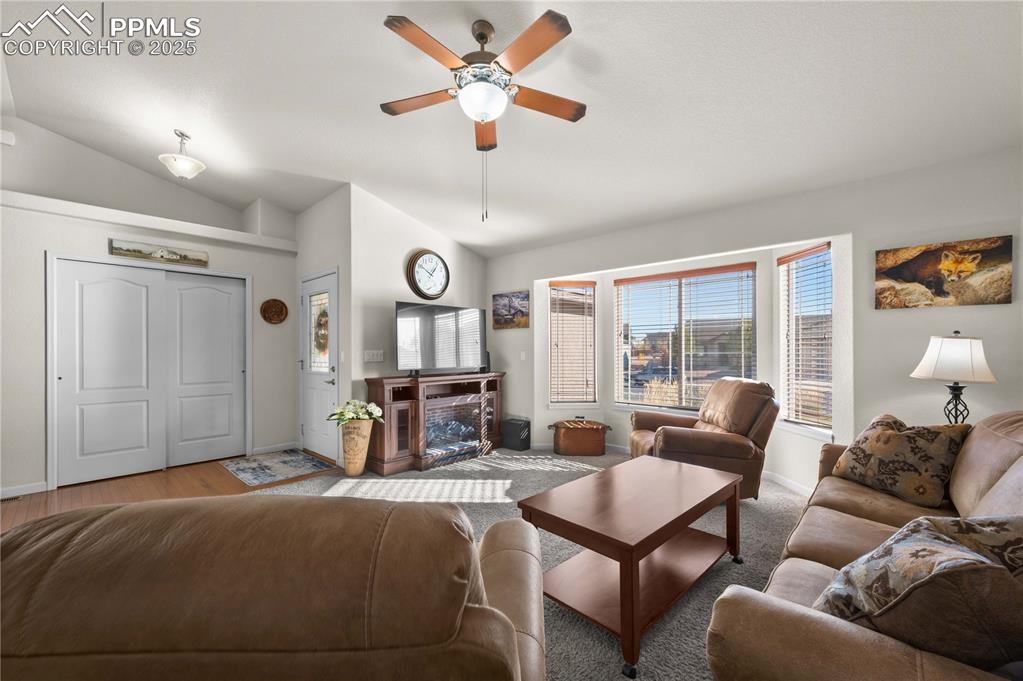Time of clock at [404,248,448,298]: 10:06
